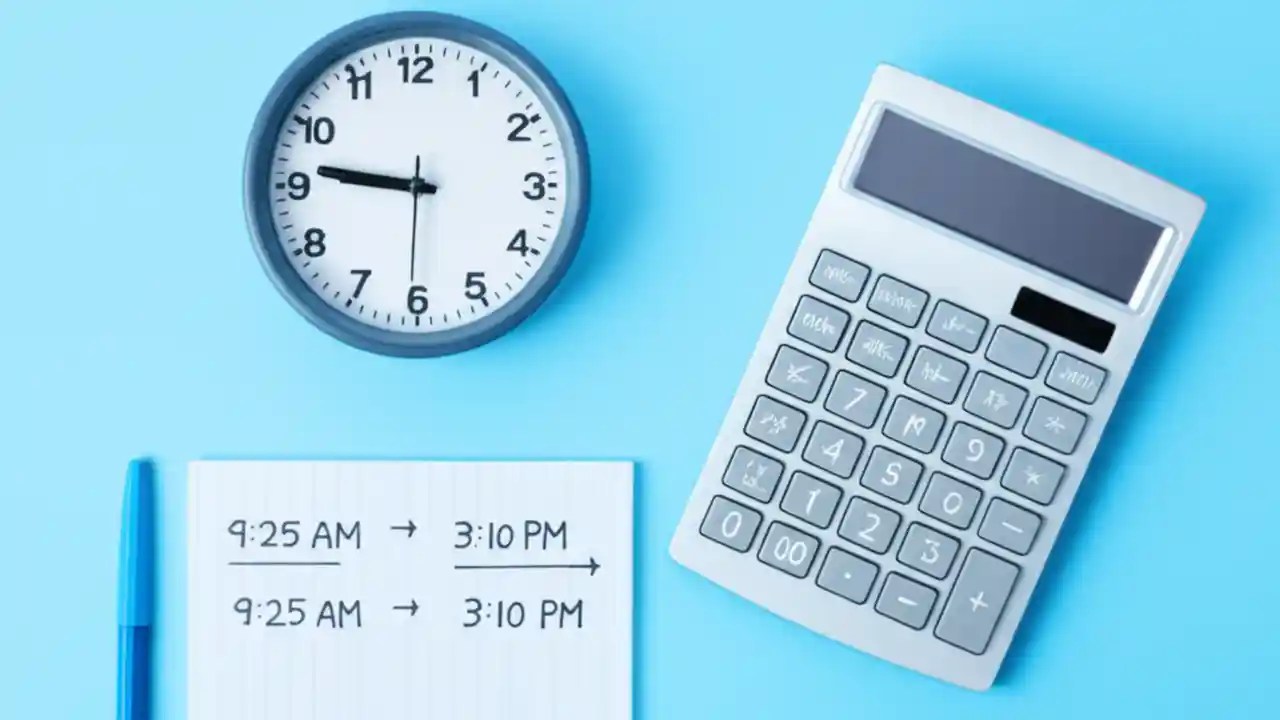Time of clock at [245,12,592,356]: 8:46
